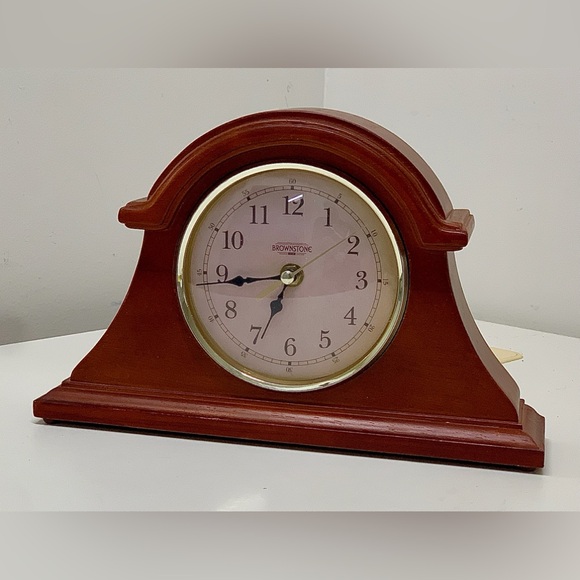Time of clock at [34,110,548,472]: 6:43
